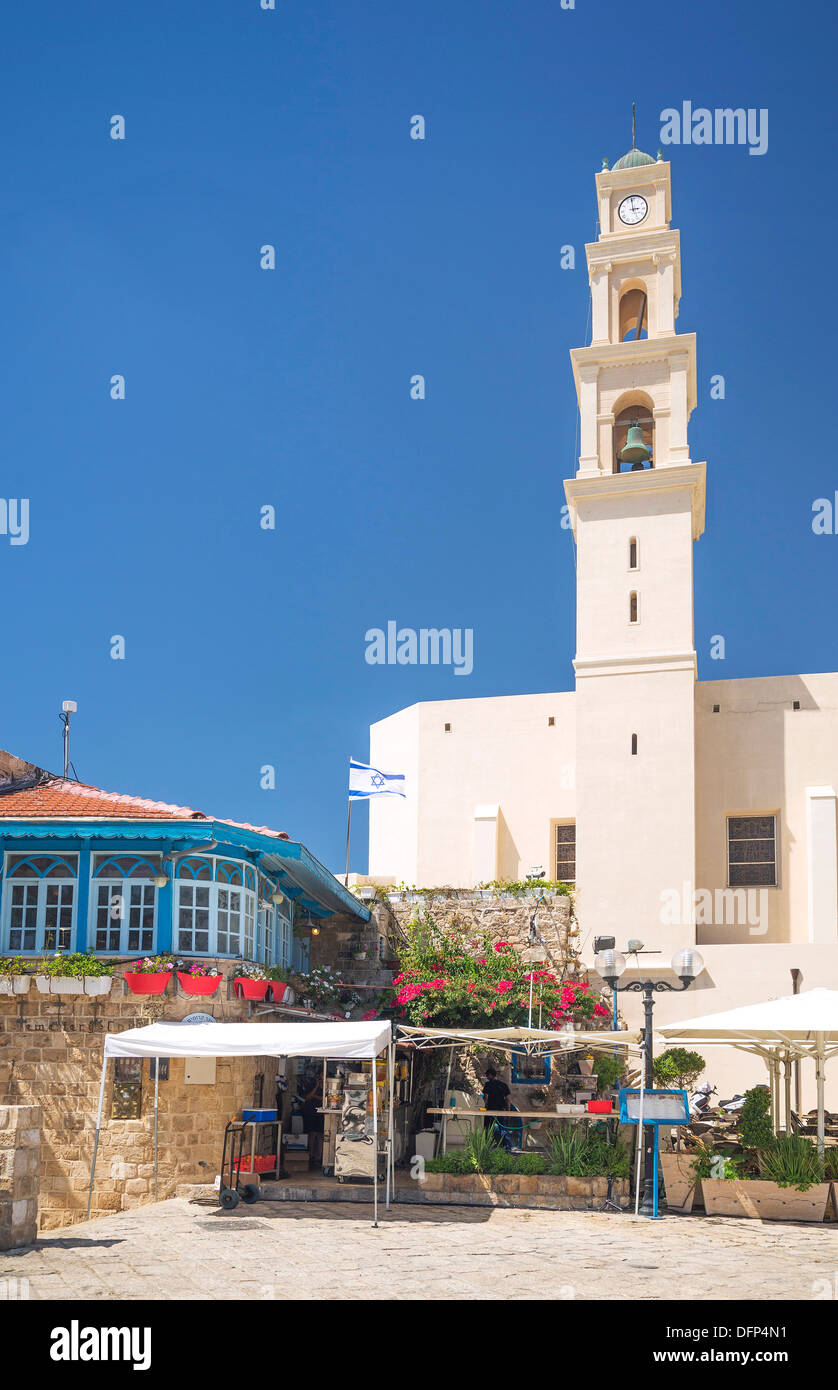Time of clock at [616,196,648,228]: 2:58
